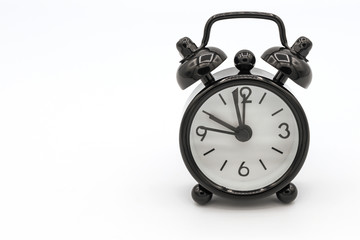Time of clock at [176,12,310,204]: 9:58
